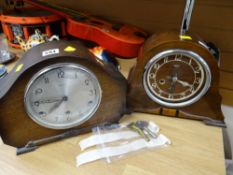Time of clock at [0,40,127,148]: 7:45
